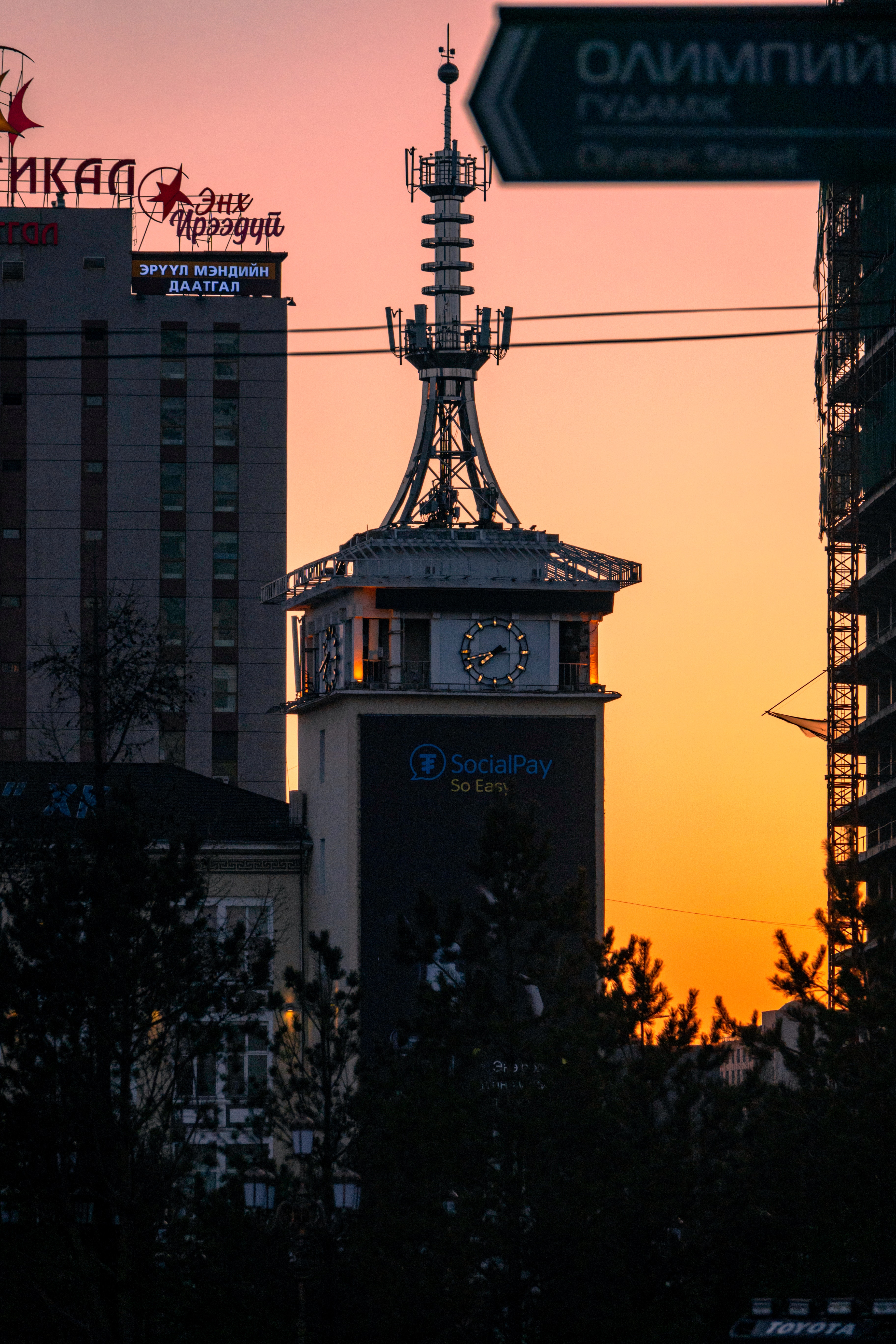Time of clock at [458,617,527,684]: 7:42
